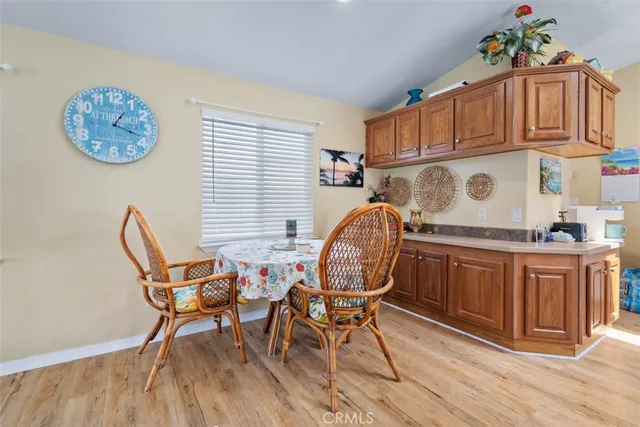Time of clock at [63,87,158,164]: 1:18
